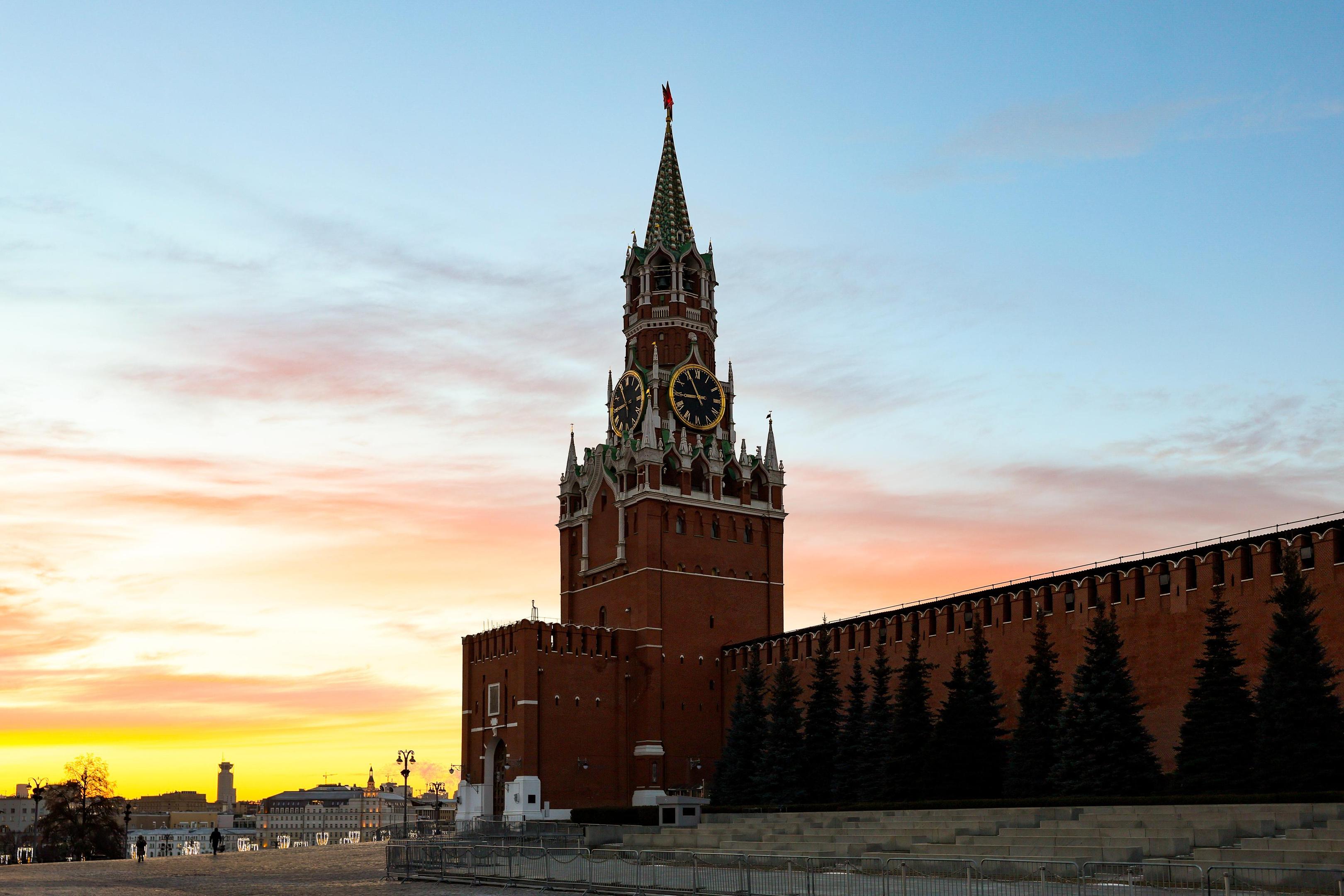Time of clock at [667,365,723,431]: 8:56
